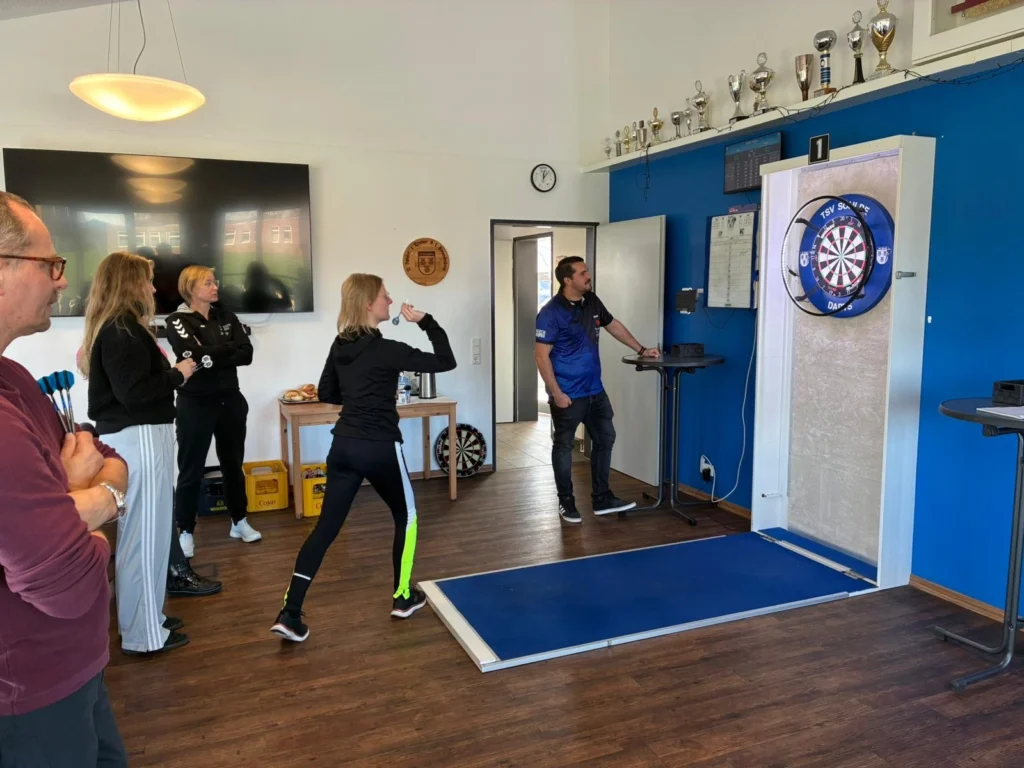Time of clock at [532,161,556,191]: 12:06
